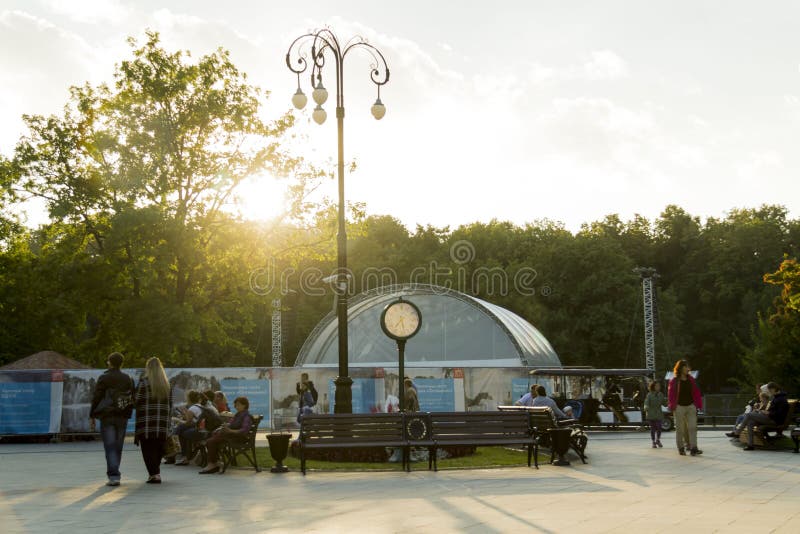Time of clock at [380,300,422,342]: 5:36
